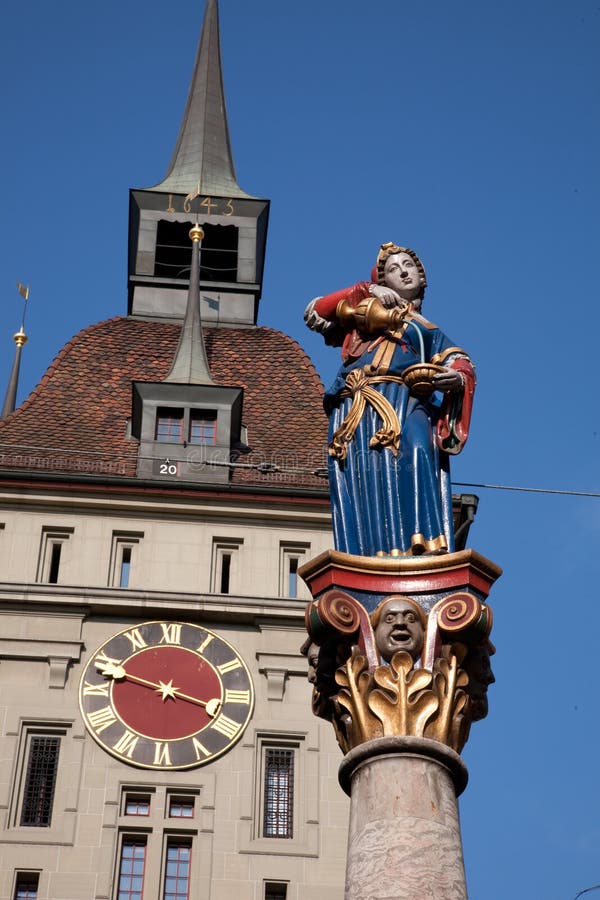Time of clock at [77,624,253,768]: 3:47
